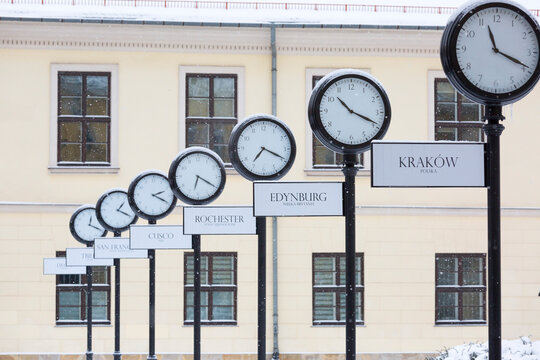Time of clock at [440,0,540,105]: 11:19
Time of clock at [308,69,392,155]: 10:18
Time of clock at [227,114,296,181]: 7:19
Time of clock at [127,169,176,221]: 2:19
